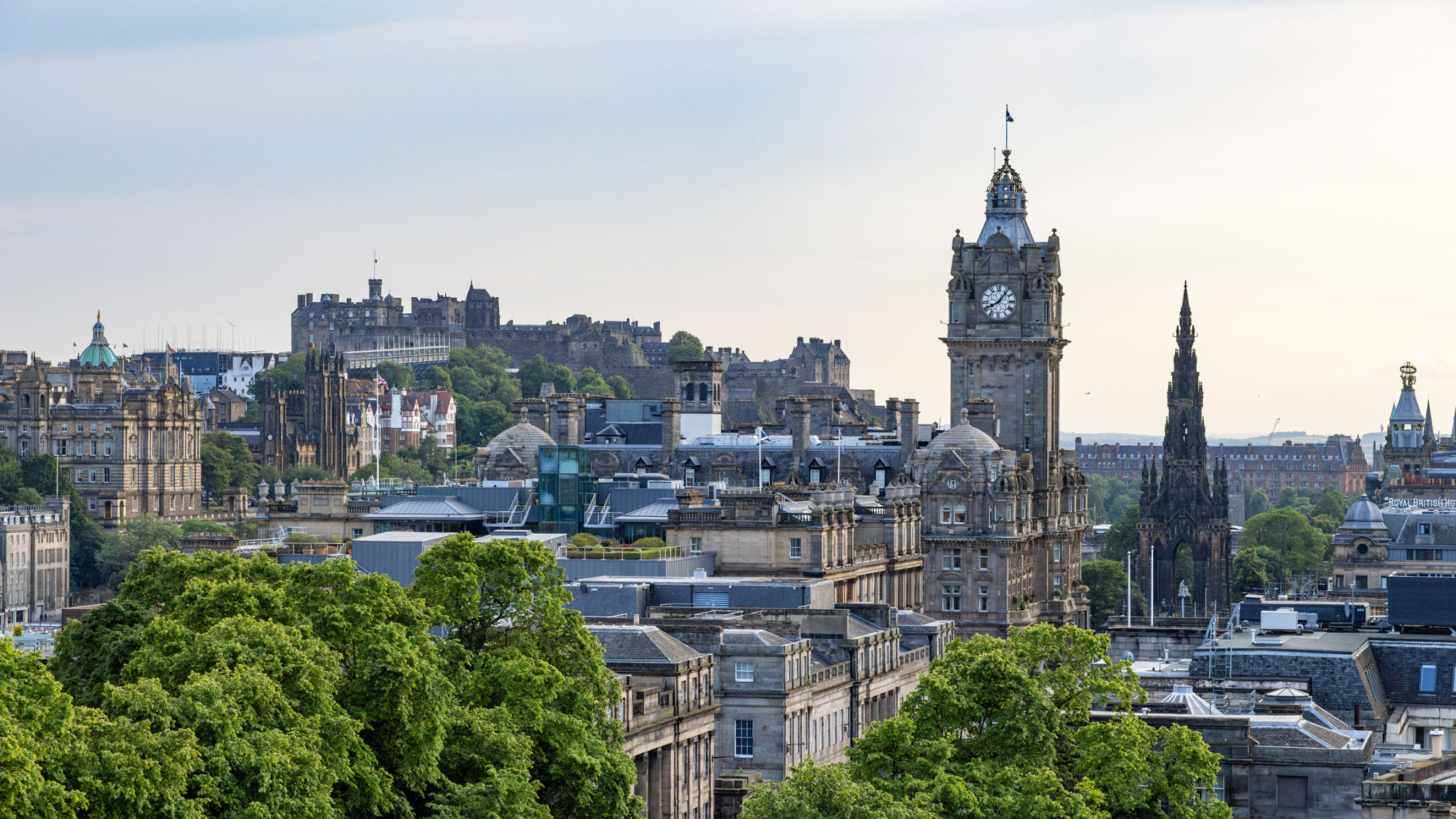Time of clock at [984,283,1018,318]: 8:06
